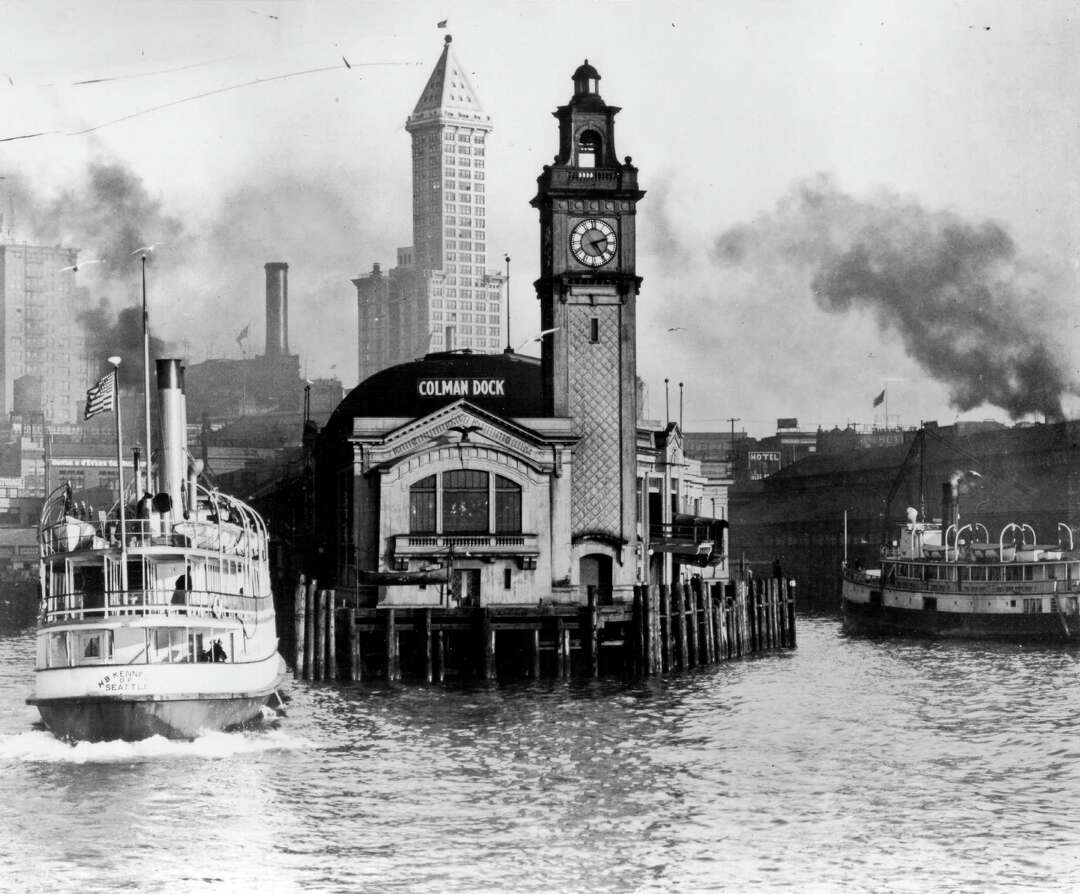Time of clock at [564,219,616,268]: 2:23
